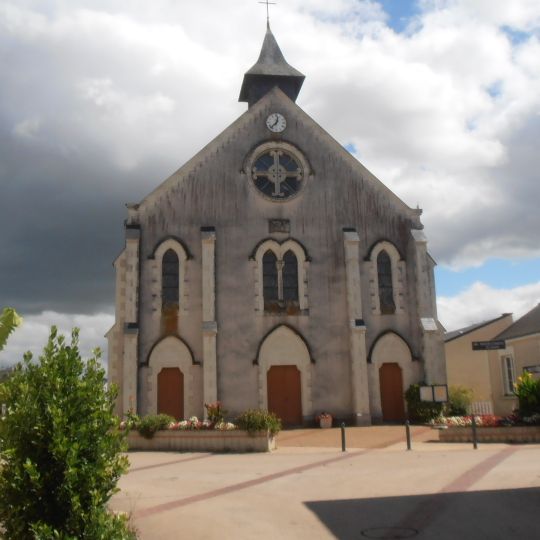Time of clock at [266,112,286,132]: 12:37
